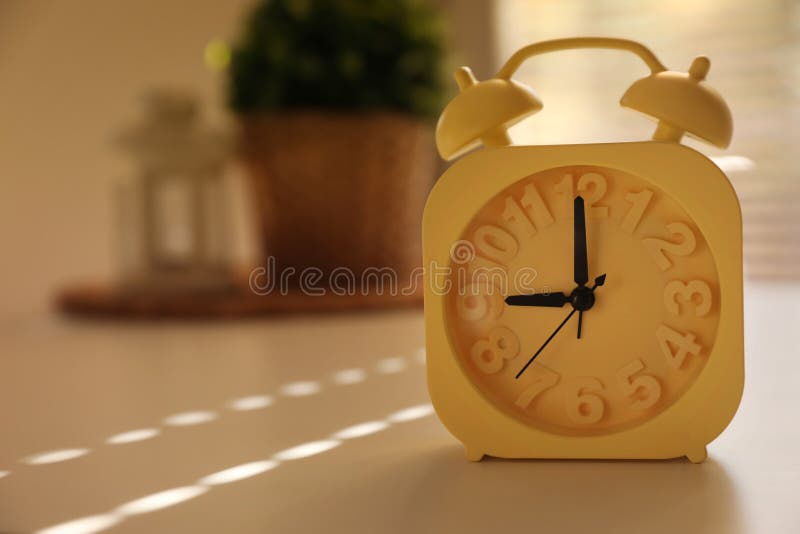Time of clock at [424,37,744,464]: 8:59
